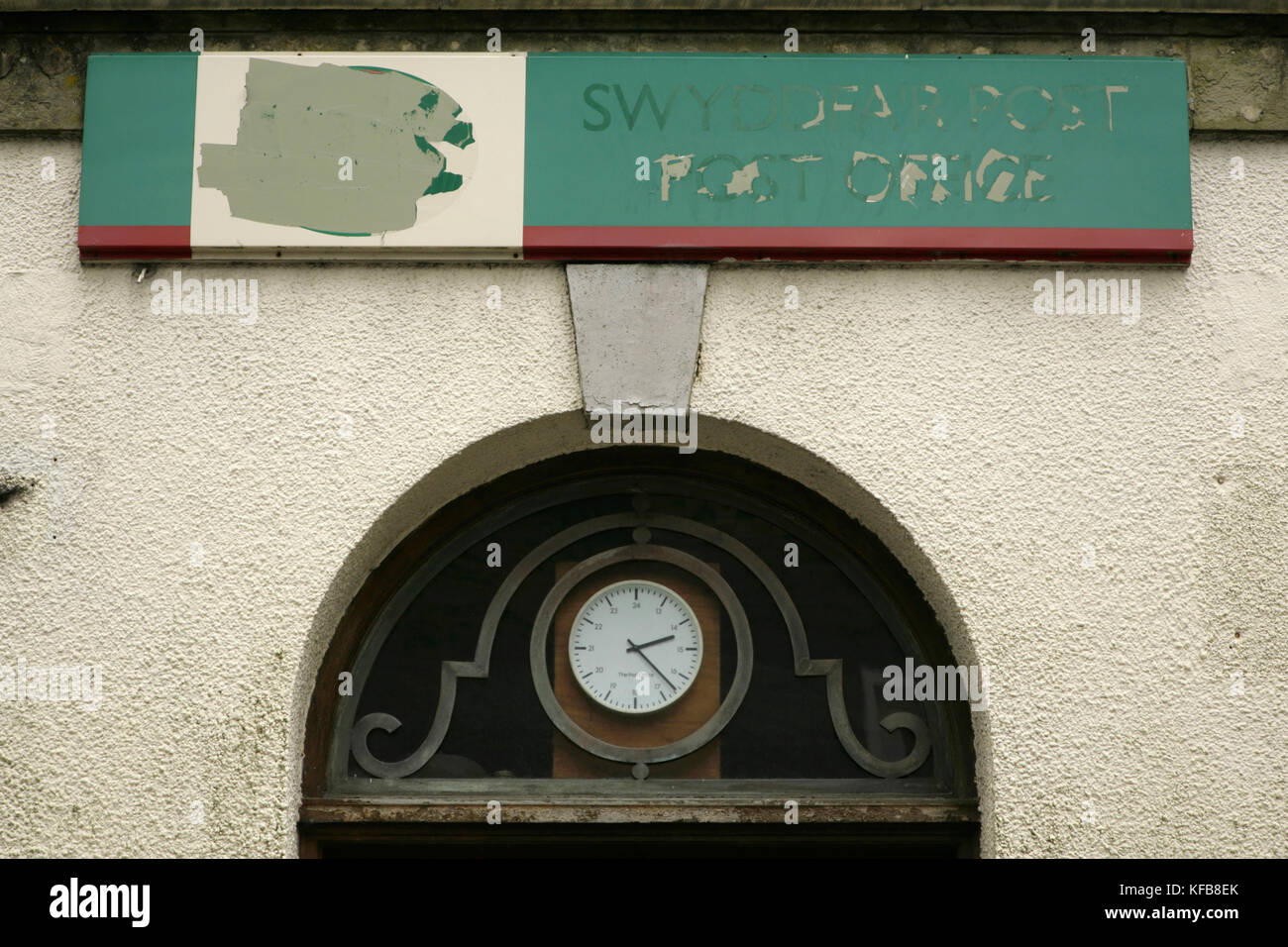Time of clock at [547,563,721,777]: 2:22
